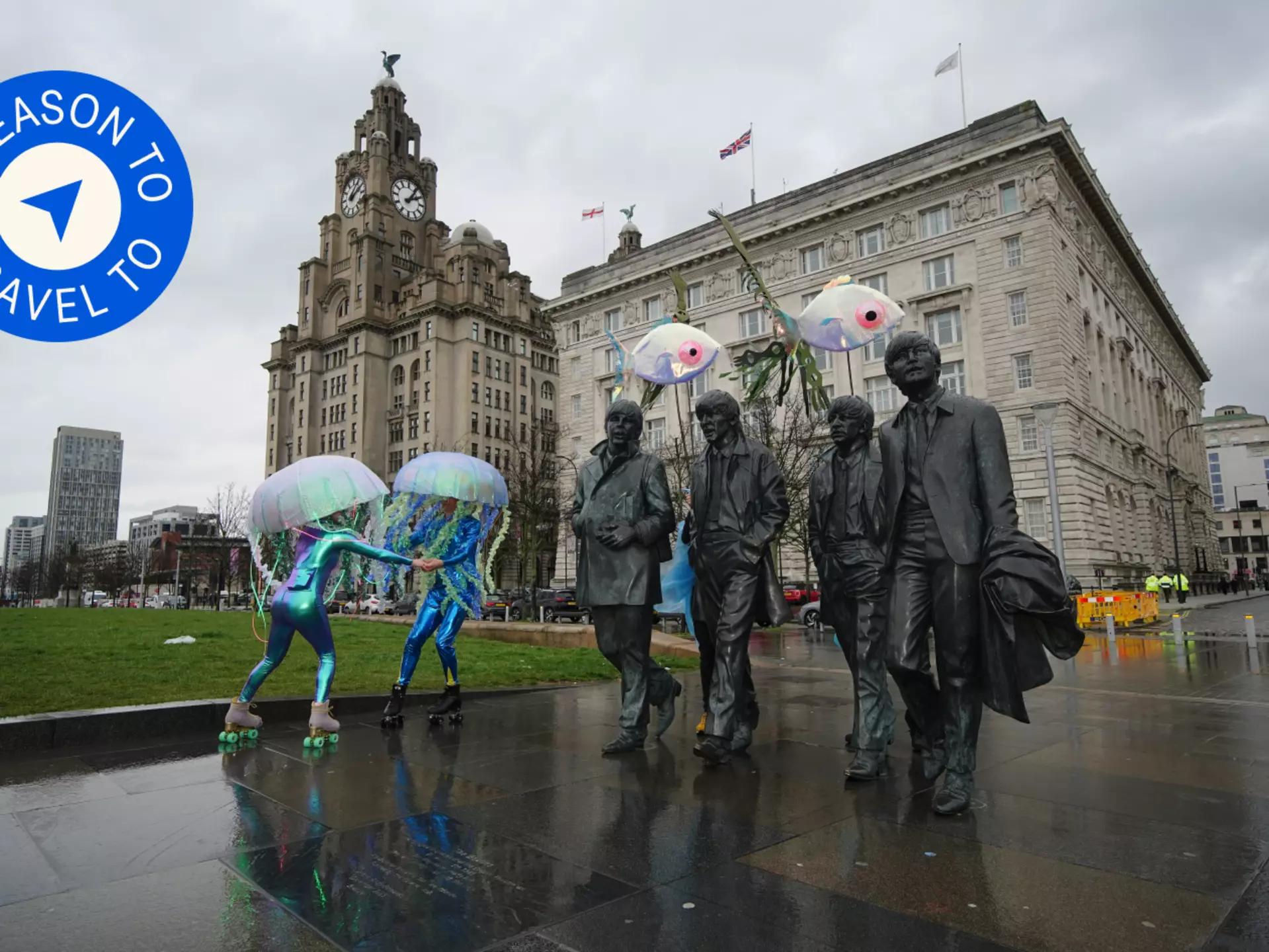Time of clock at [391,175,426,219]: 2:06
